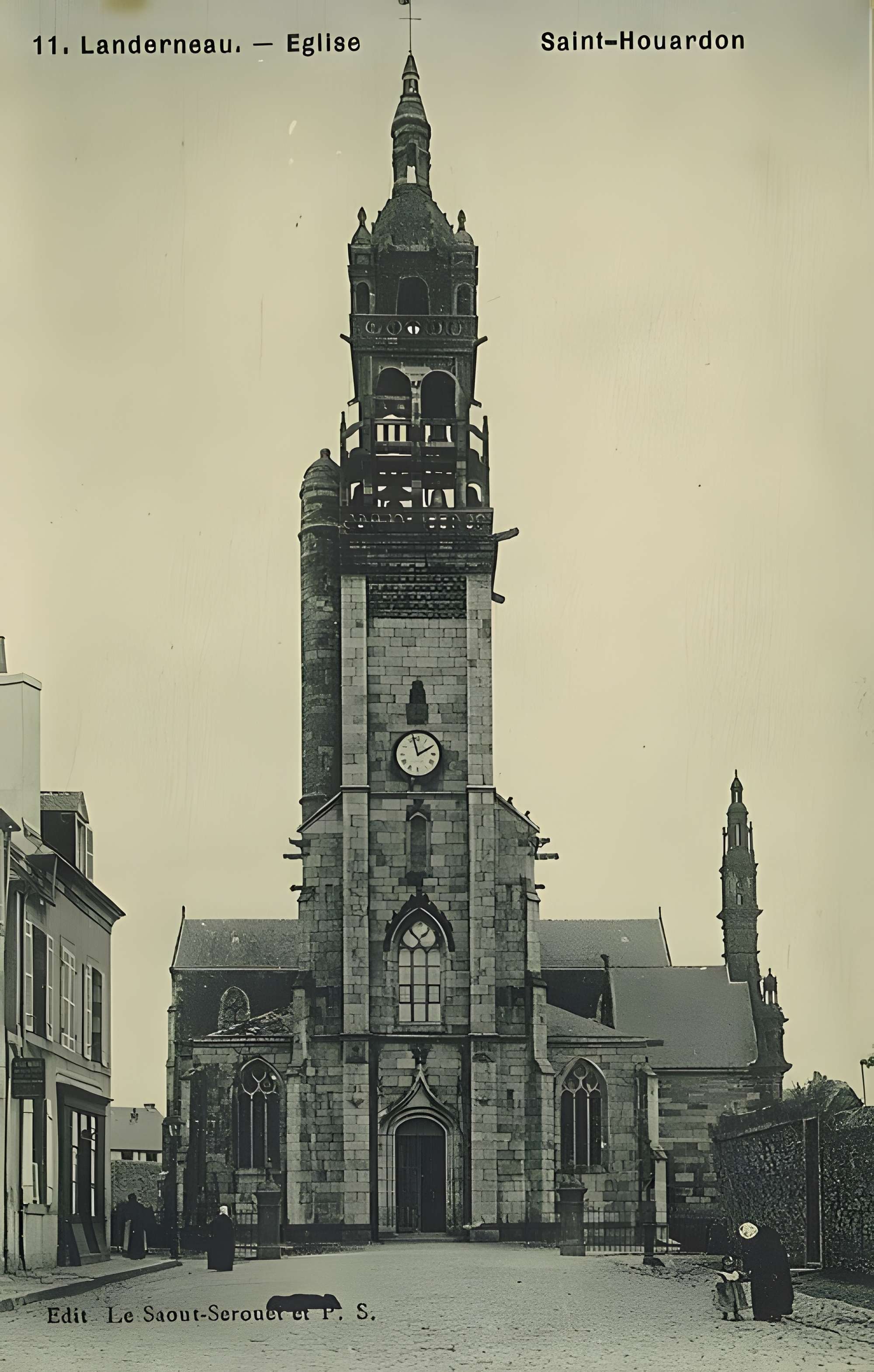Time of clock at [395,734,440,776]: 1:57
